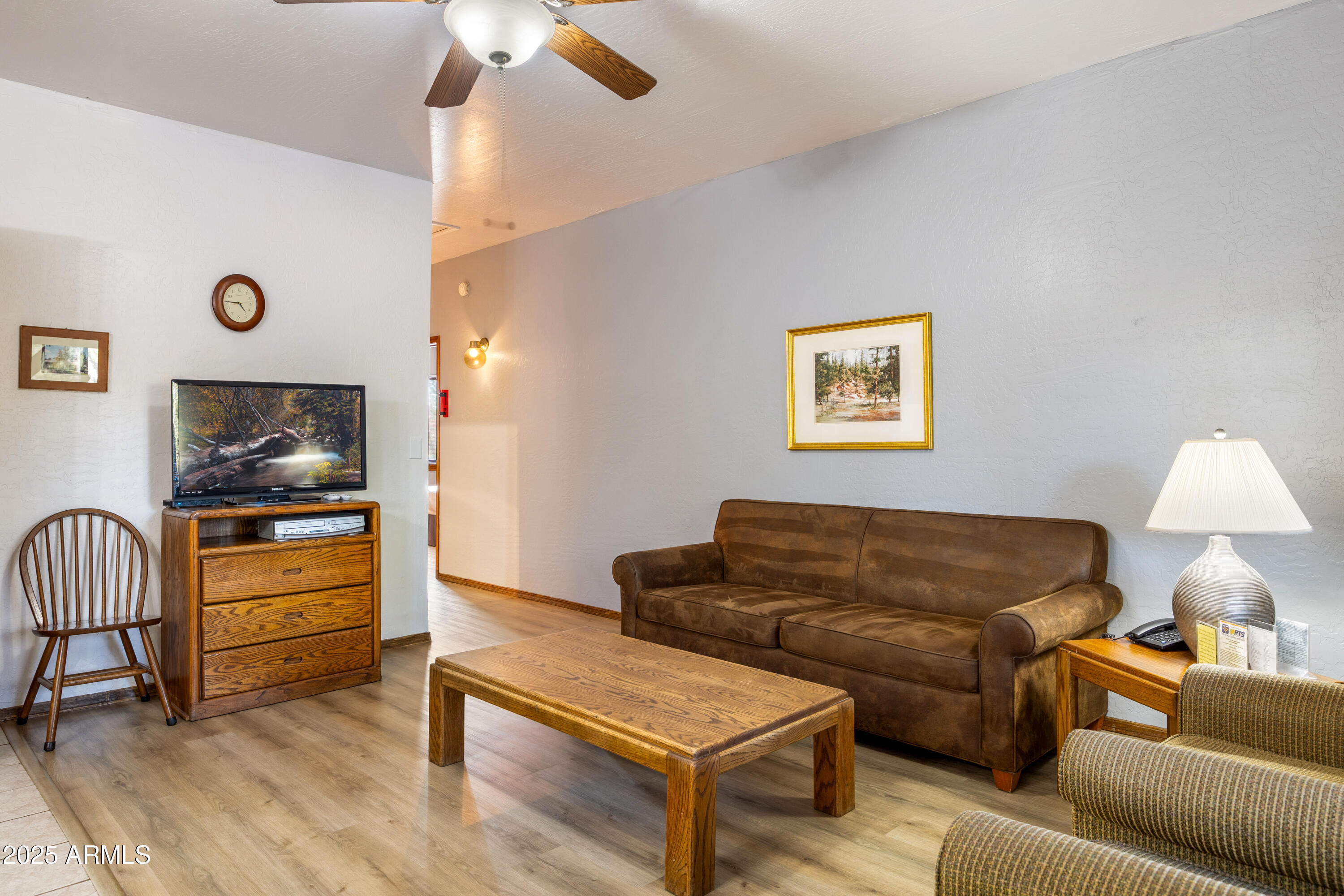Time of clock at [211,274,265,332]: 4:45
